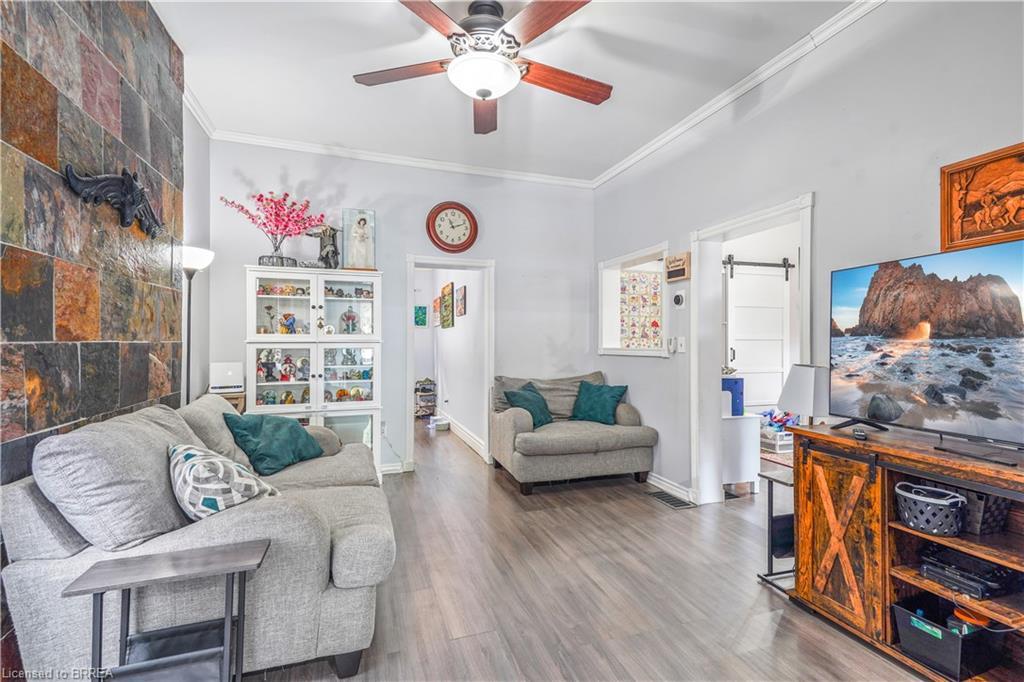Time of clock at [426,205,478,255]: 11:11
